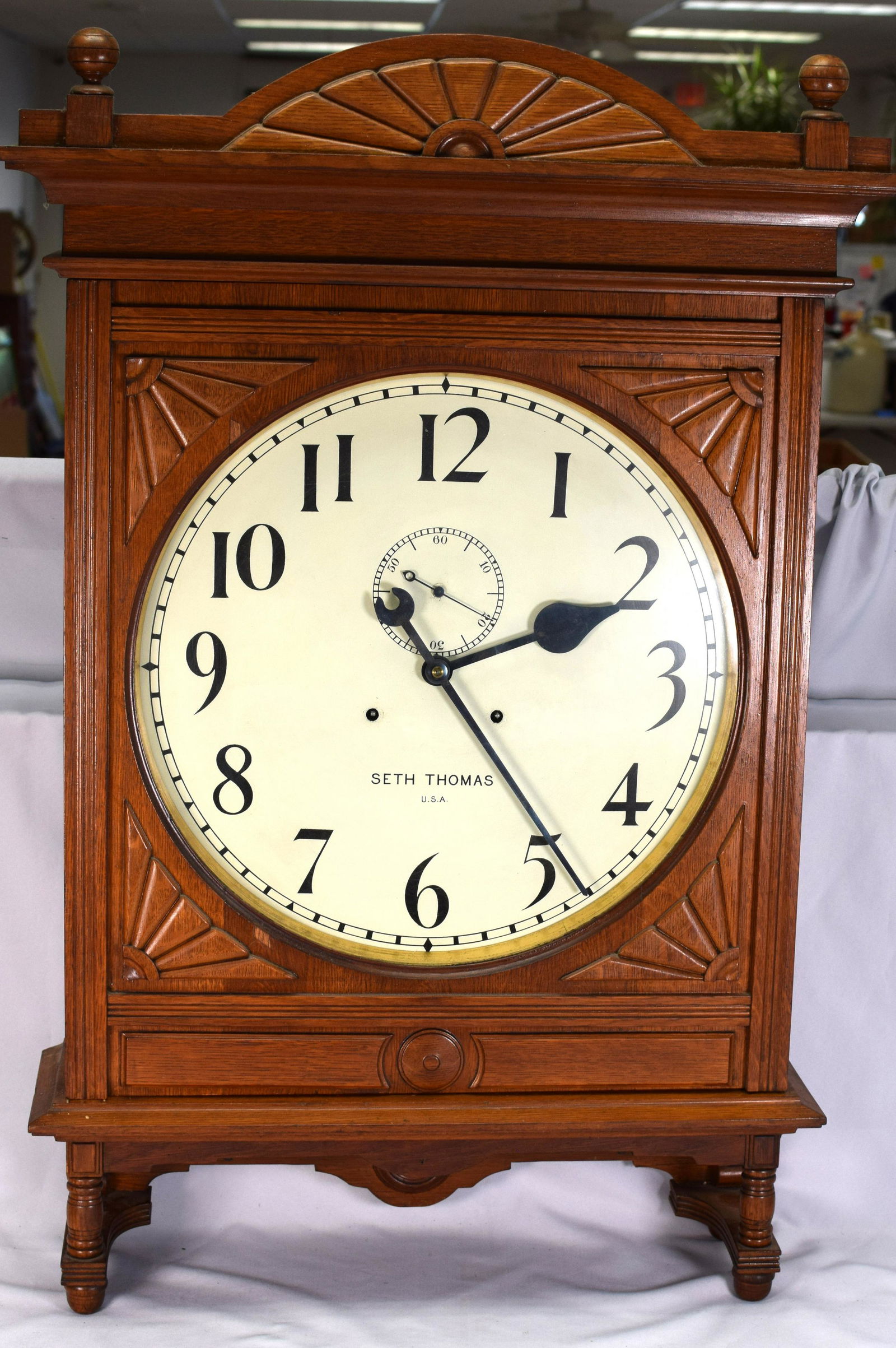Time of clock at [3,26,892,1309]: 2:23
